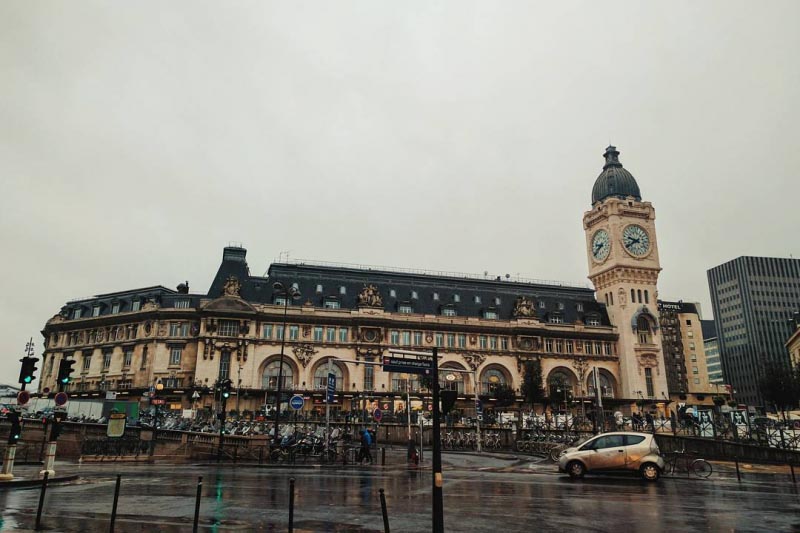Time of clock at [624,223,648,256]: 9:39
